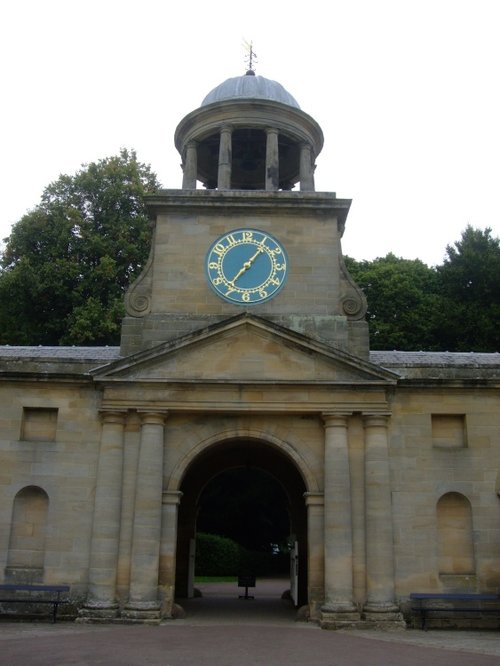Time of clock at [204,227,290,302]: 7:06
